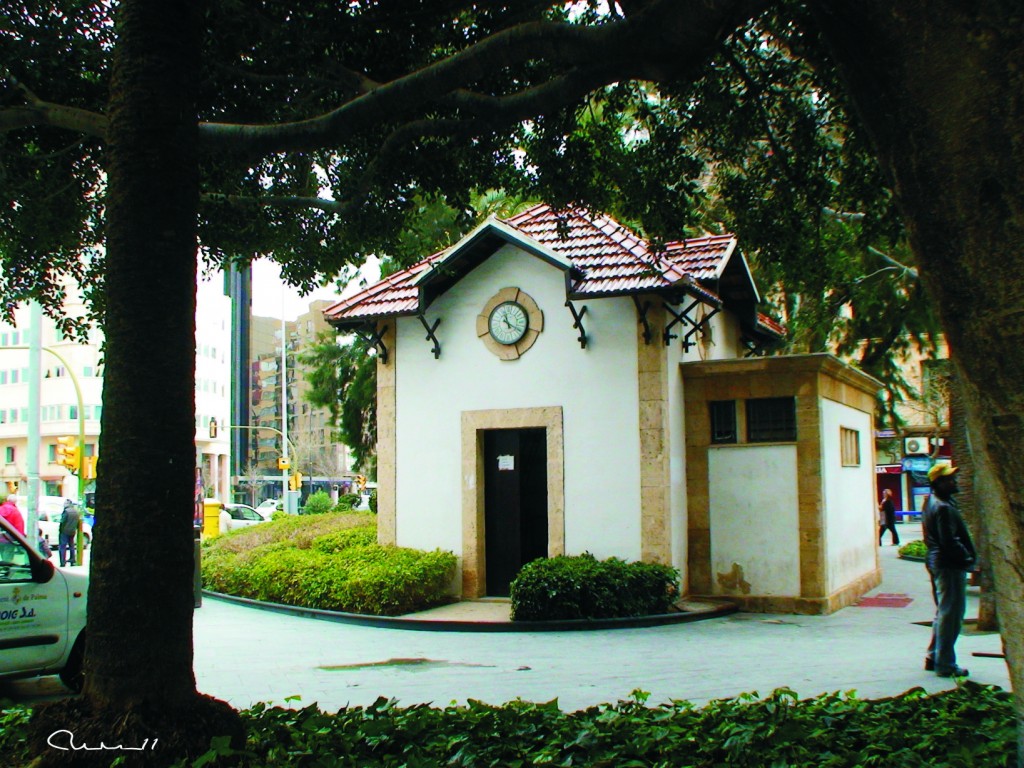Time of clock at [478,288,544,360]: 11:19
